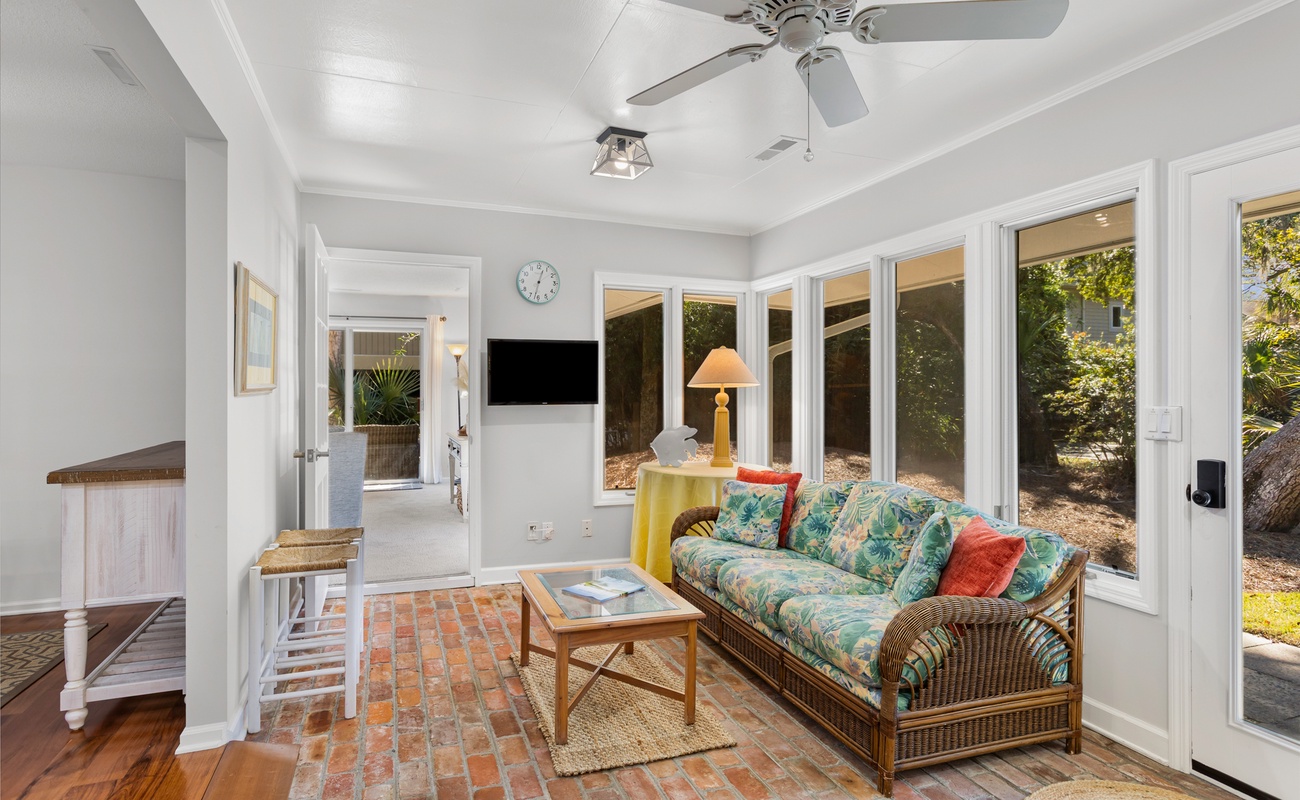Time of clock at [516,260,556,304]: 12:32
